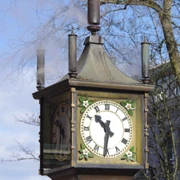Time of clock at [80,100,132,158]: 10:31
